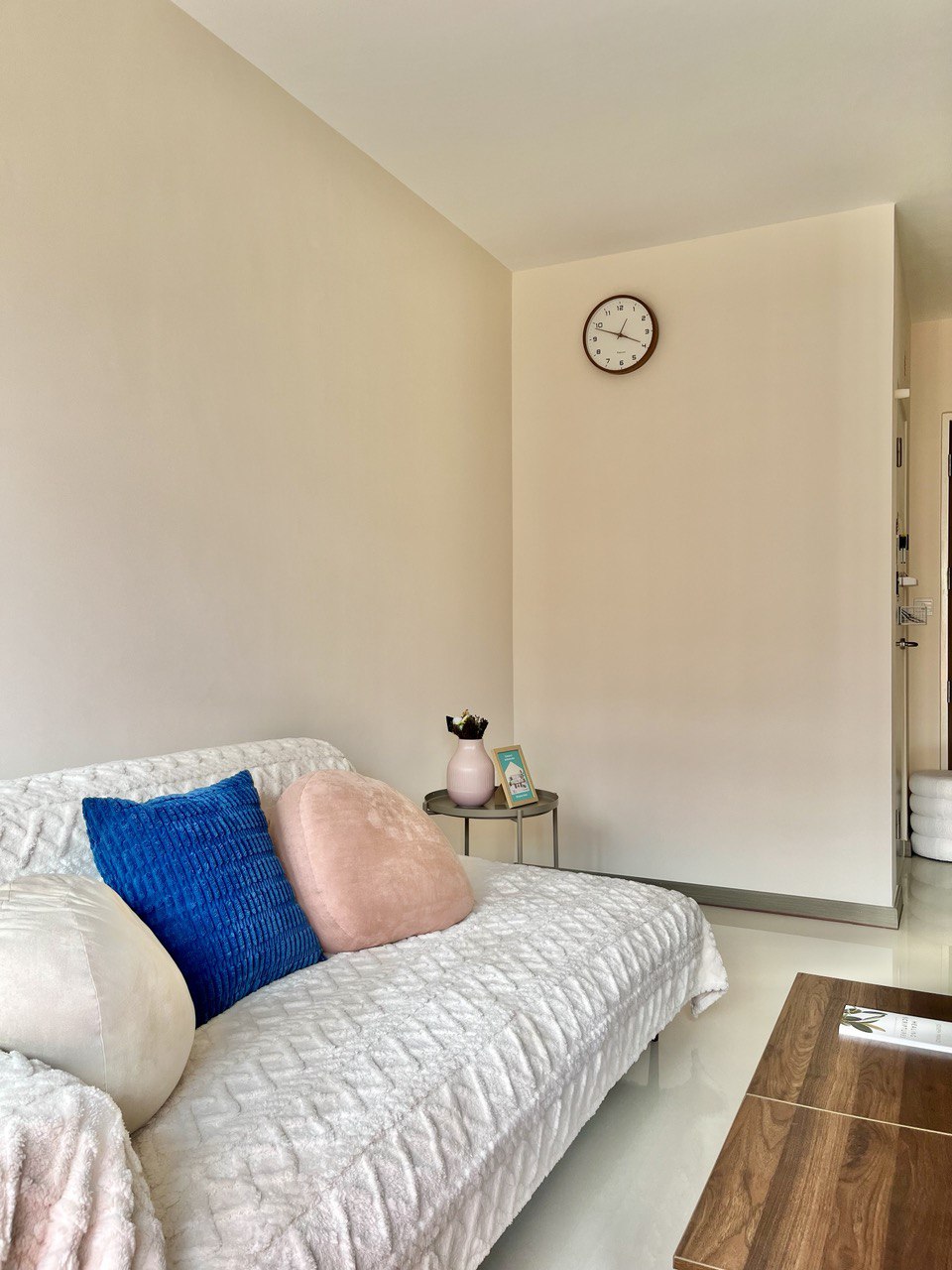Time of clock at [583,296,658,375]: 3:48
